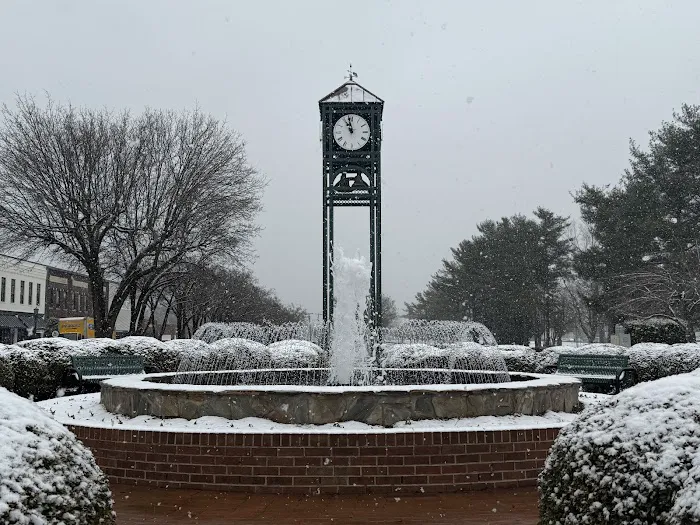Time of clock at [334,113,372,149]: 10:58
